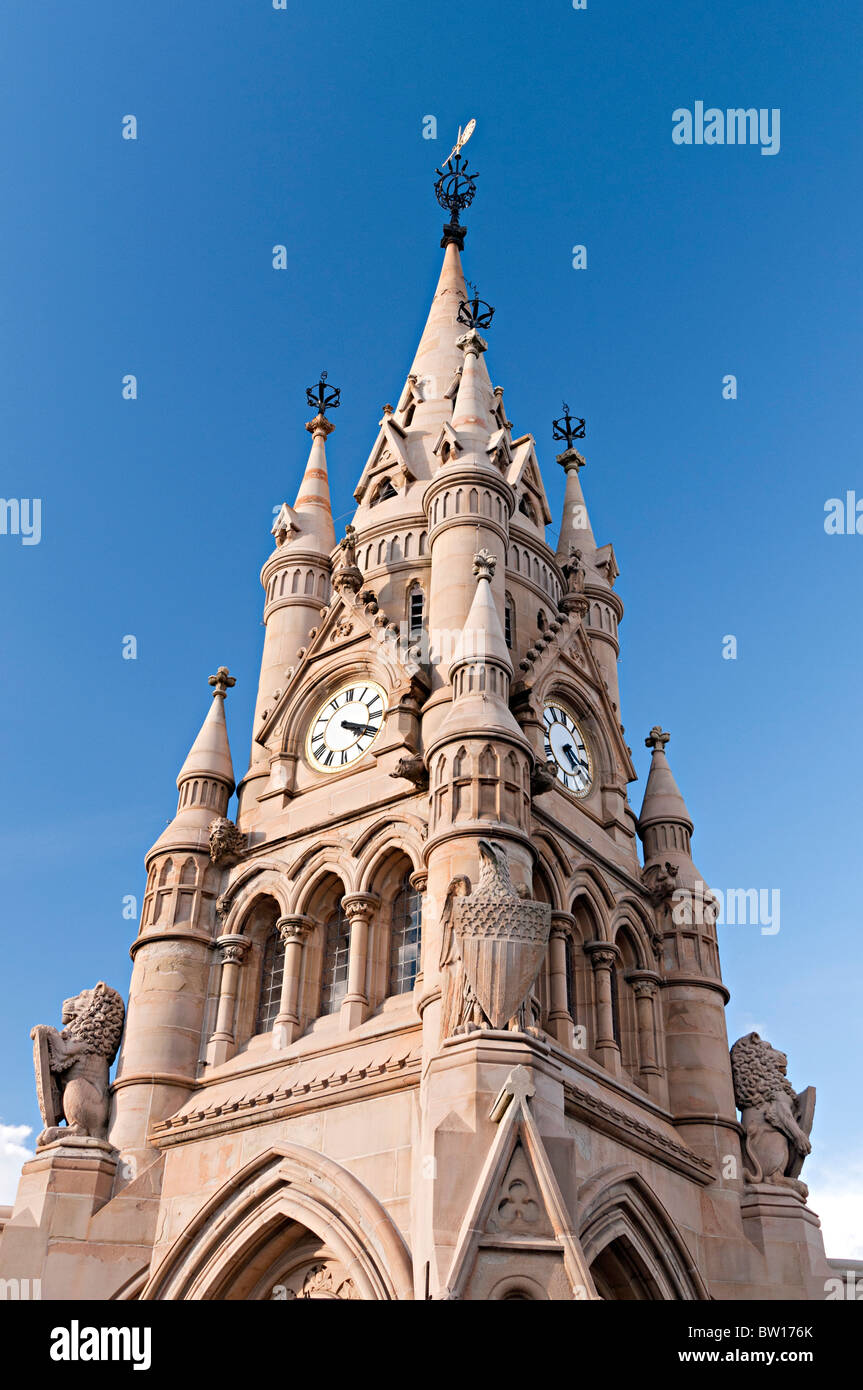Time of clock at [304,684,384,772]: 4:19
